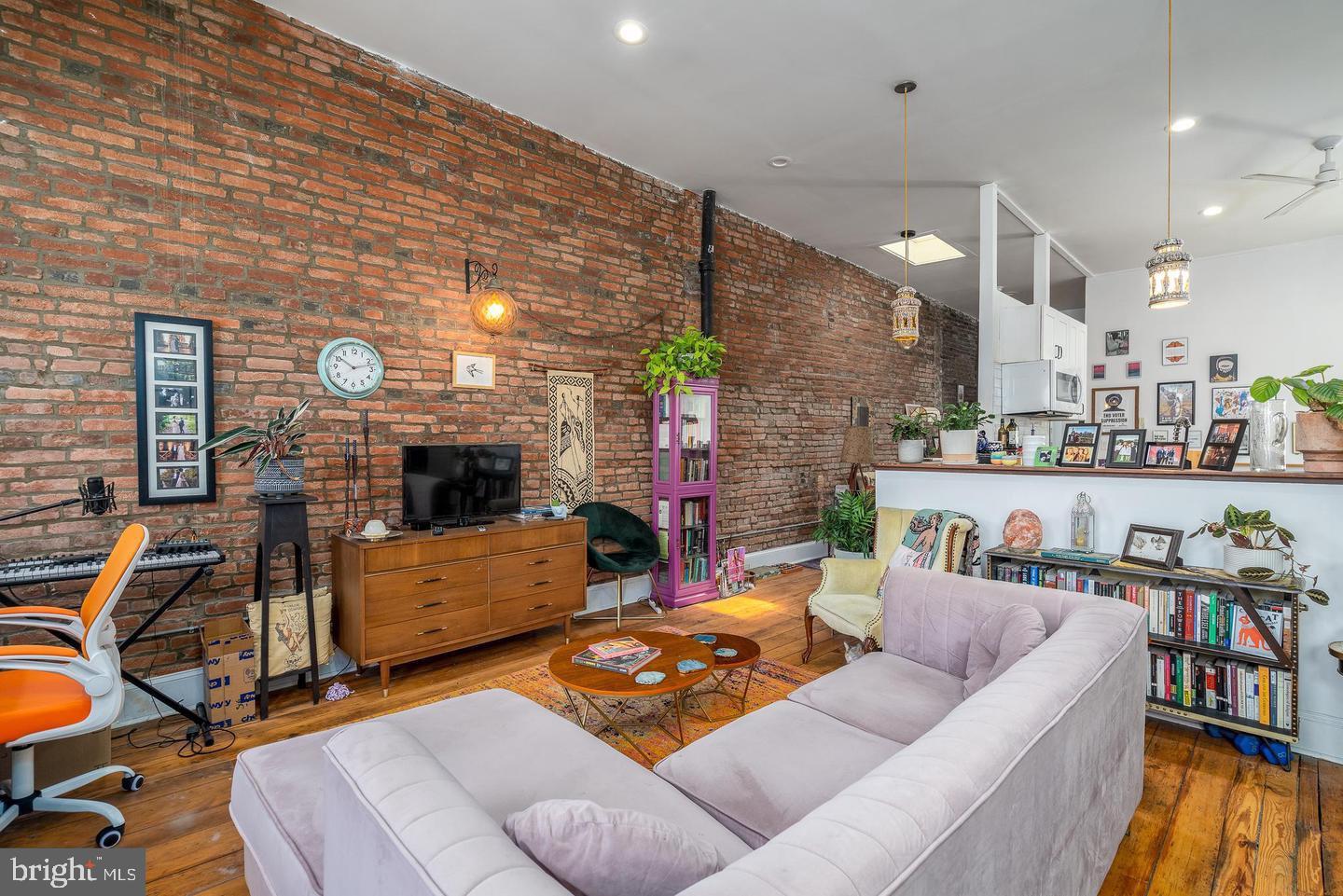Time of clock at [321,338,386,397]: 10:12
